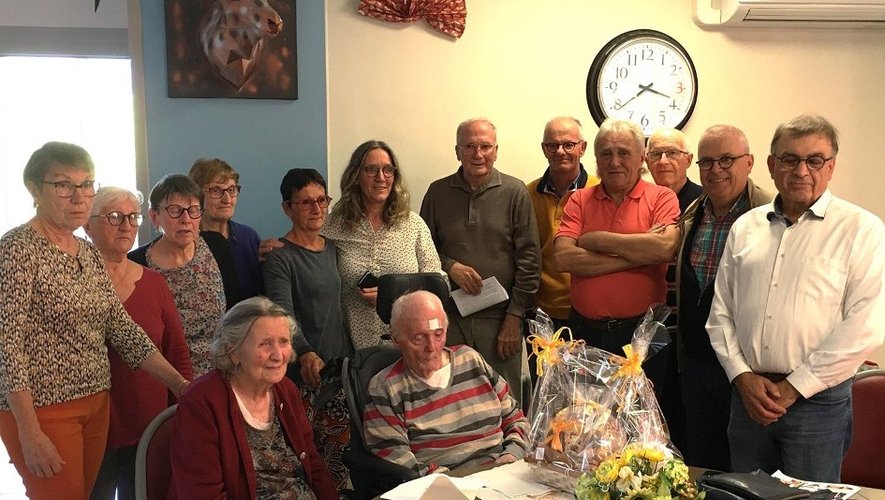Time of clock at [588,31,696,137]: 3:39
